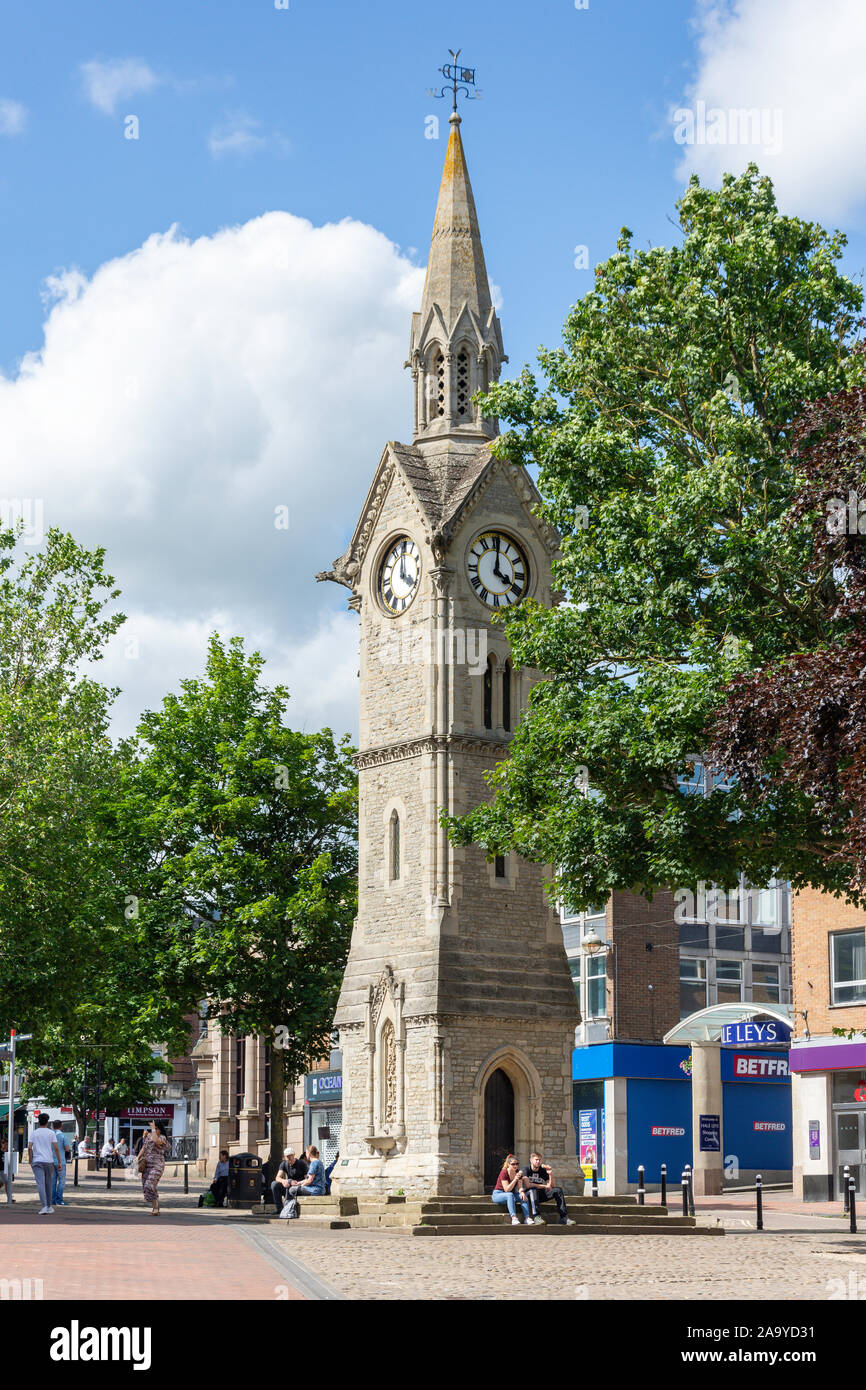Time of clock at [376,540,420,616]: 4:00
